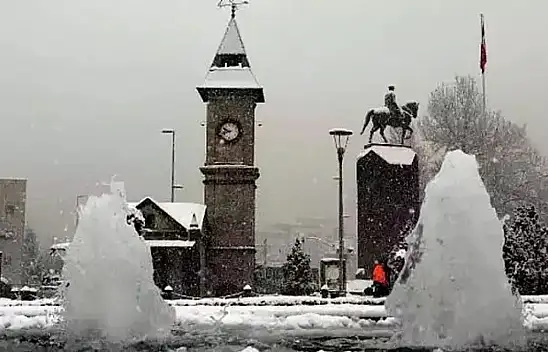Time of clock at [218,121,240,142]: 9:42
